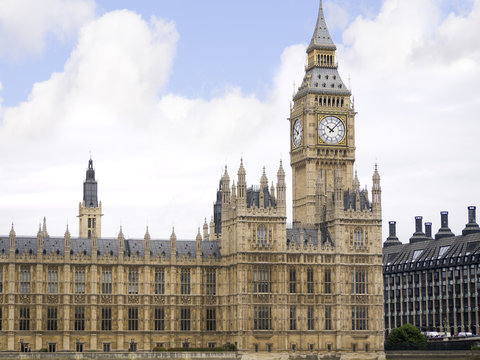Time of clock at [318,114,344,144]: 10:07
